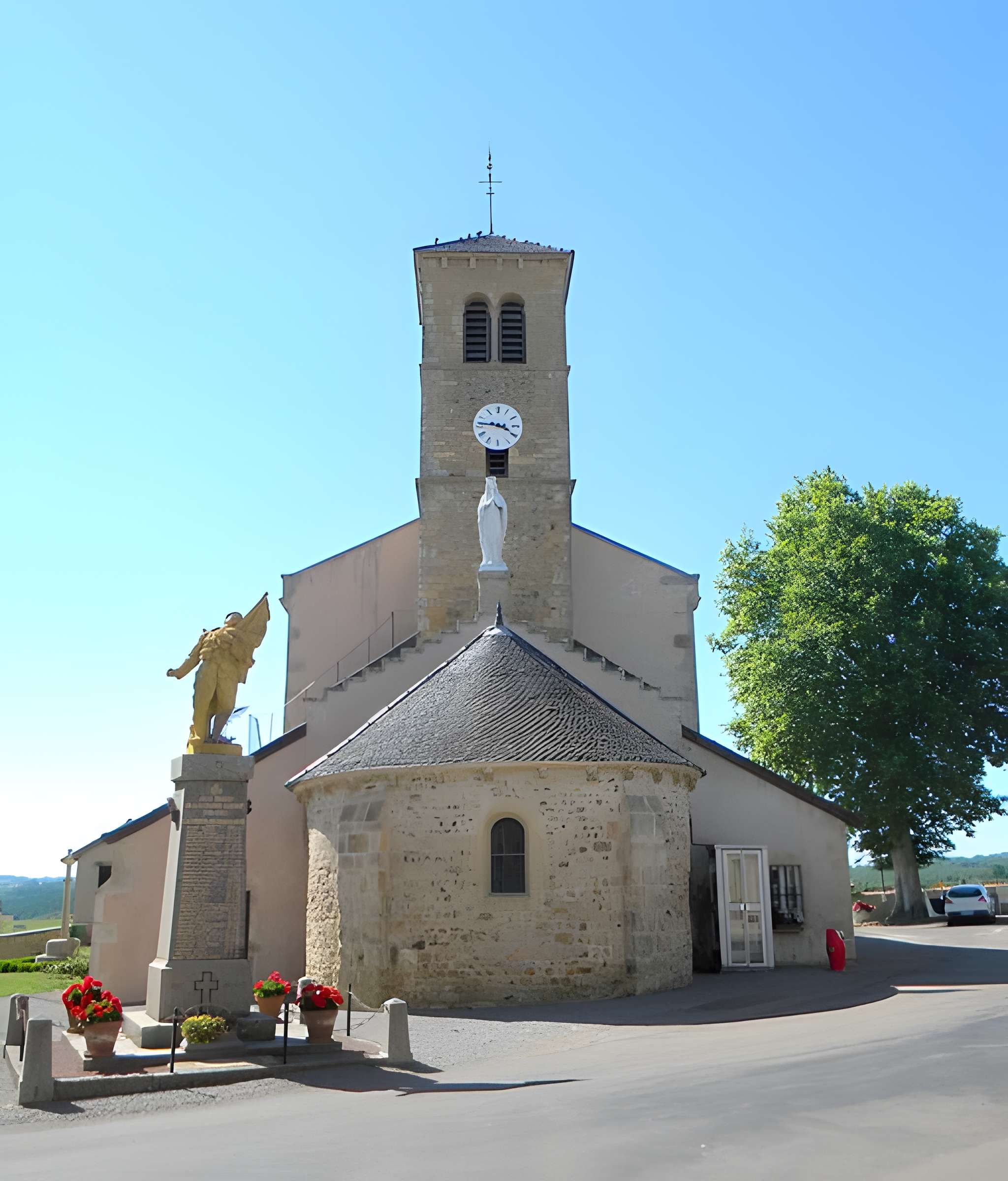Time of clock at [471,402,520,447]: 3:46
